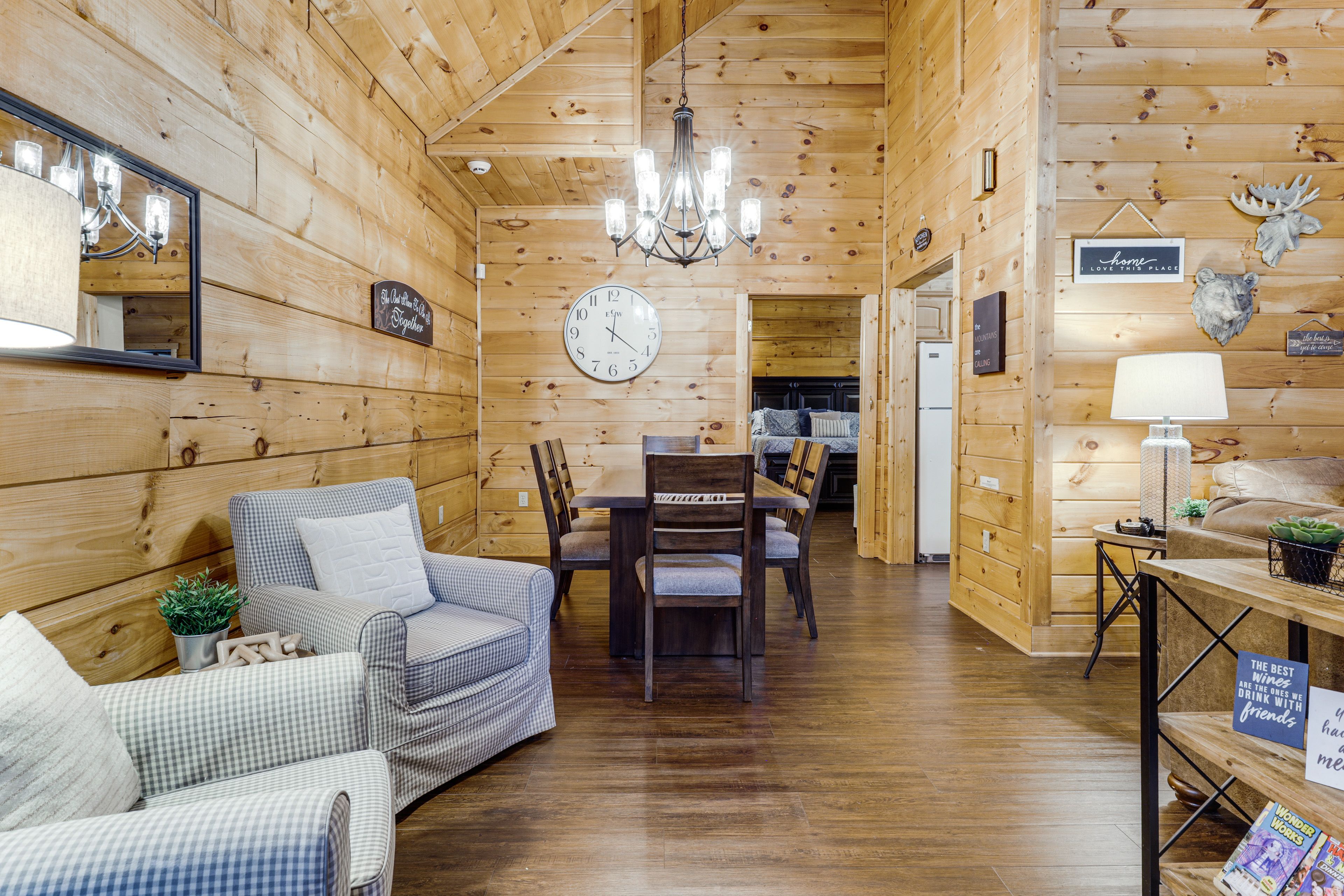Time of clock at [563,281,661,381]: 12:21
